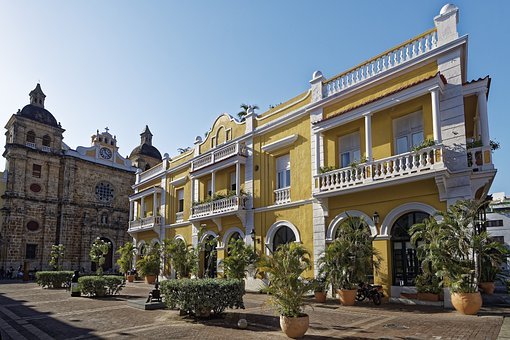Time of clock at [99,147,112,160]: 11:21
